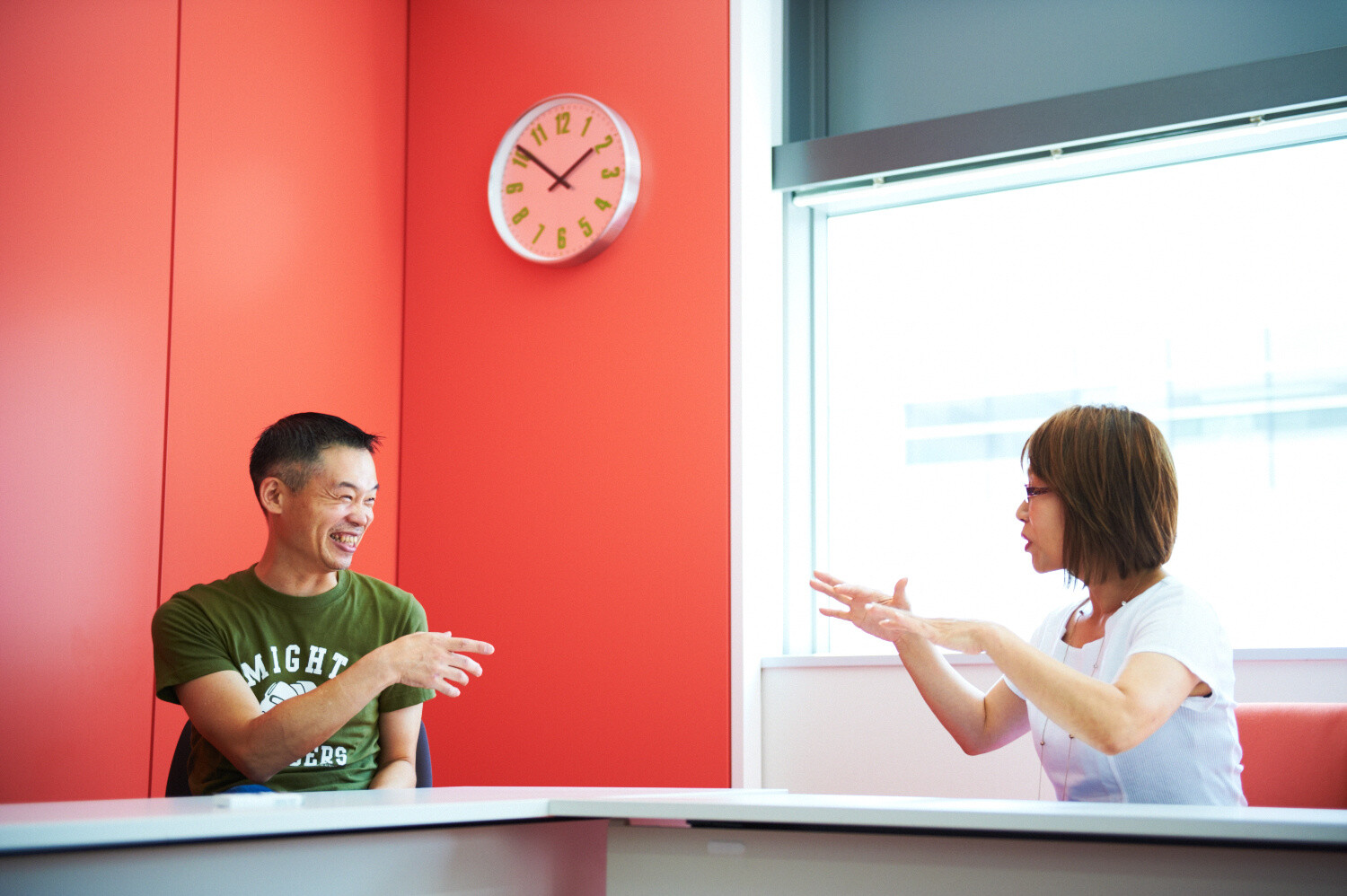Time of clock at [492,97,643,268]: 1:51
